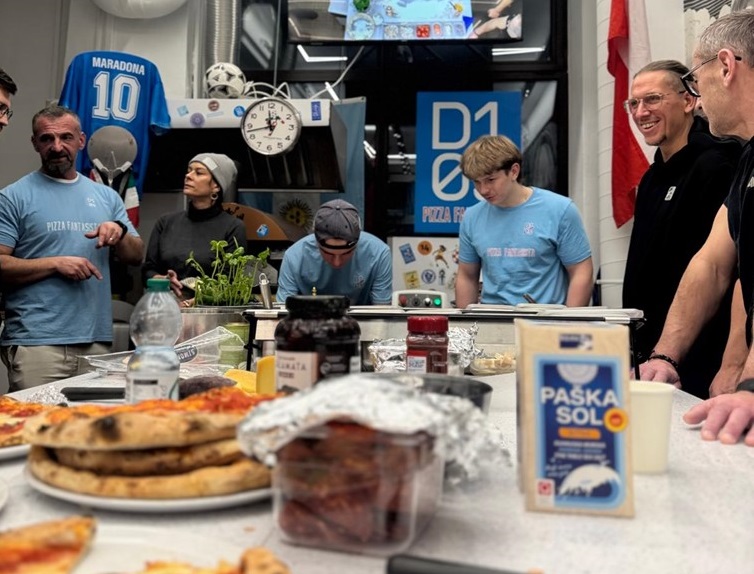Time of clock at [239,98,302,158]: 11:42
